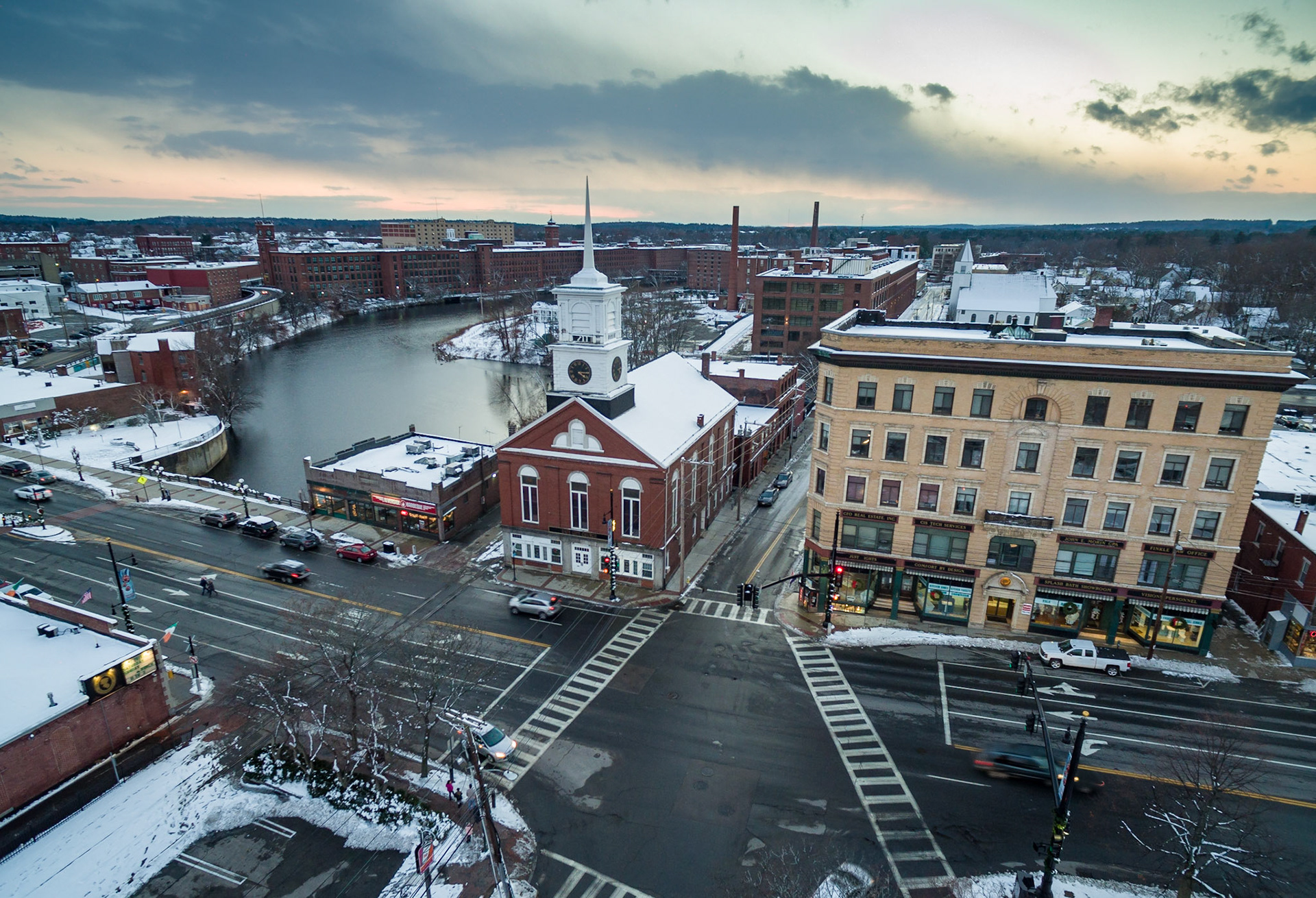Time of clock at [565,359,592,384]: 4:14
